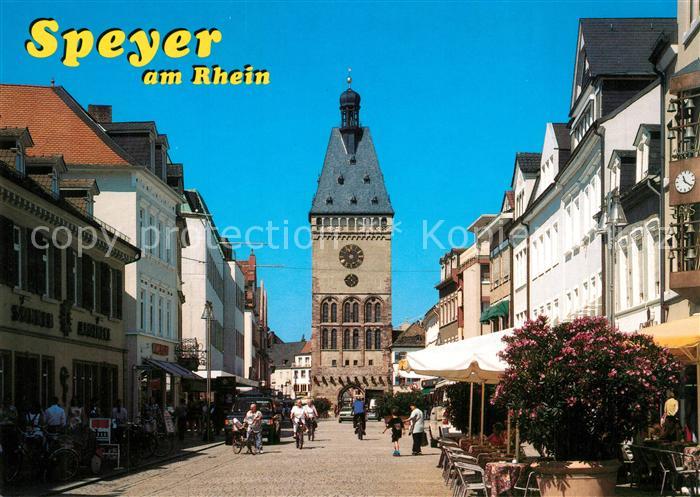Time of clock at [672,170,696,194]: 11:21
